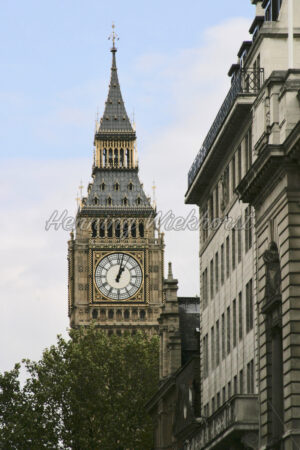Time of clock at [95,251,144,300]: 1:02
